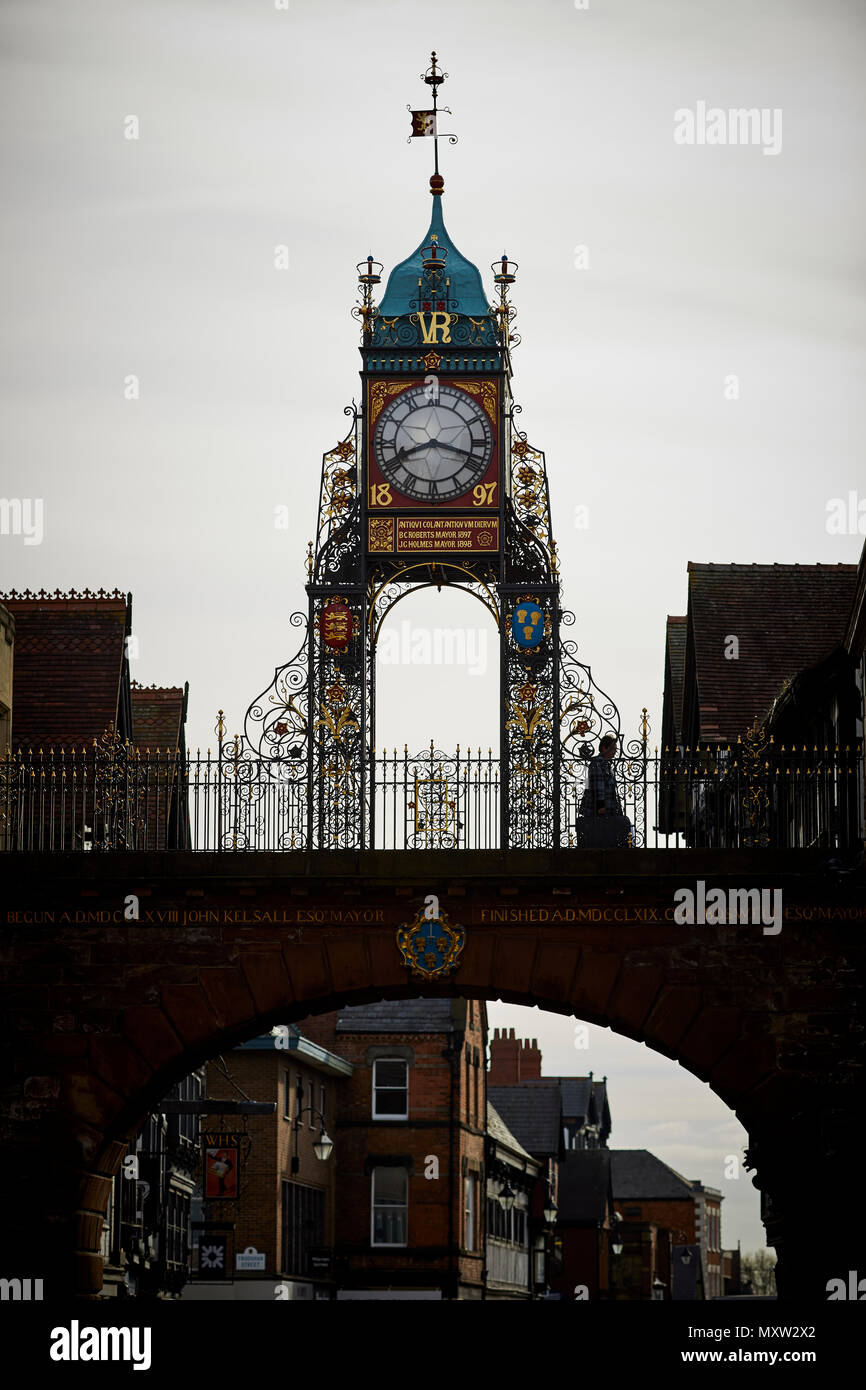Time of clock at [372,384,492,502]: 8:17
